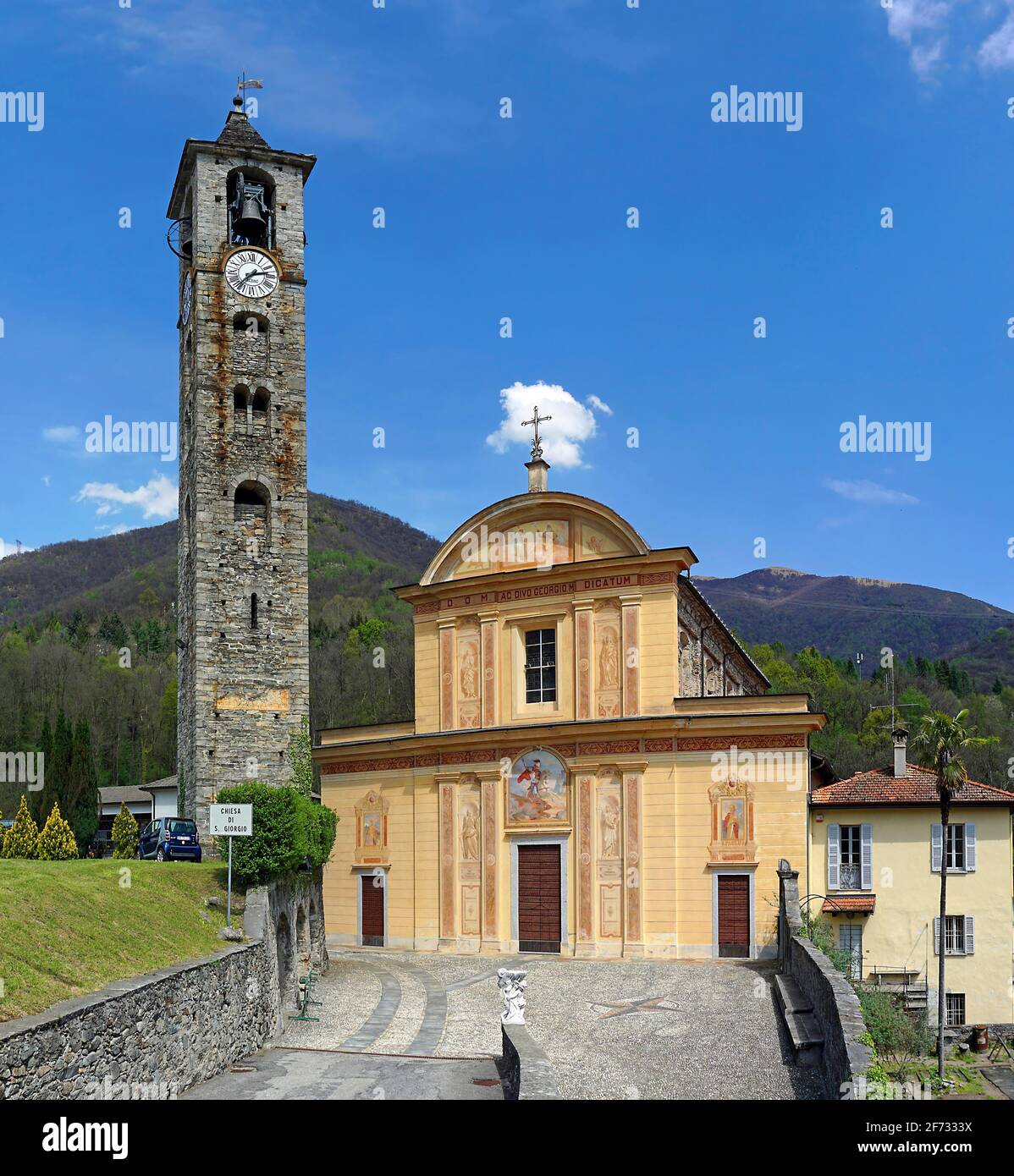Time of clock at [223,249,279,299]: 2:37
